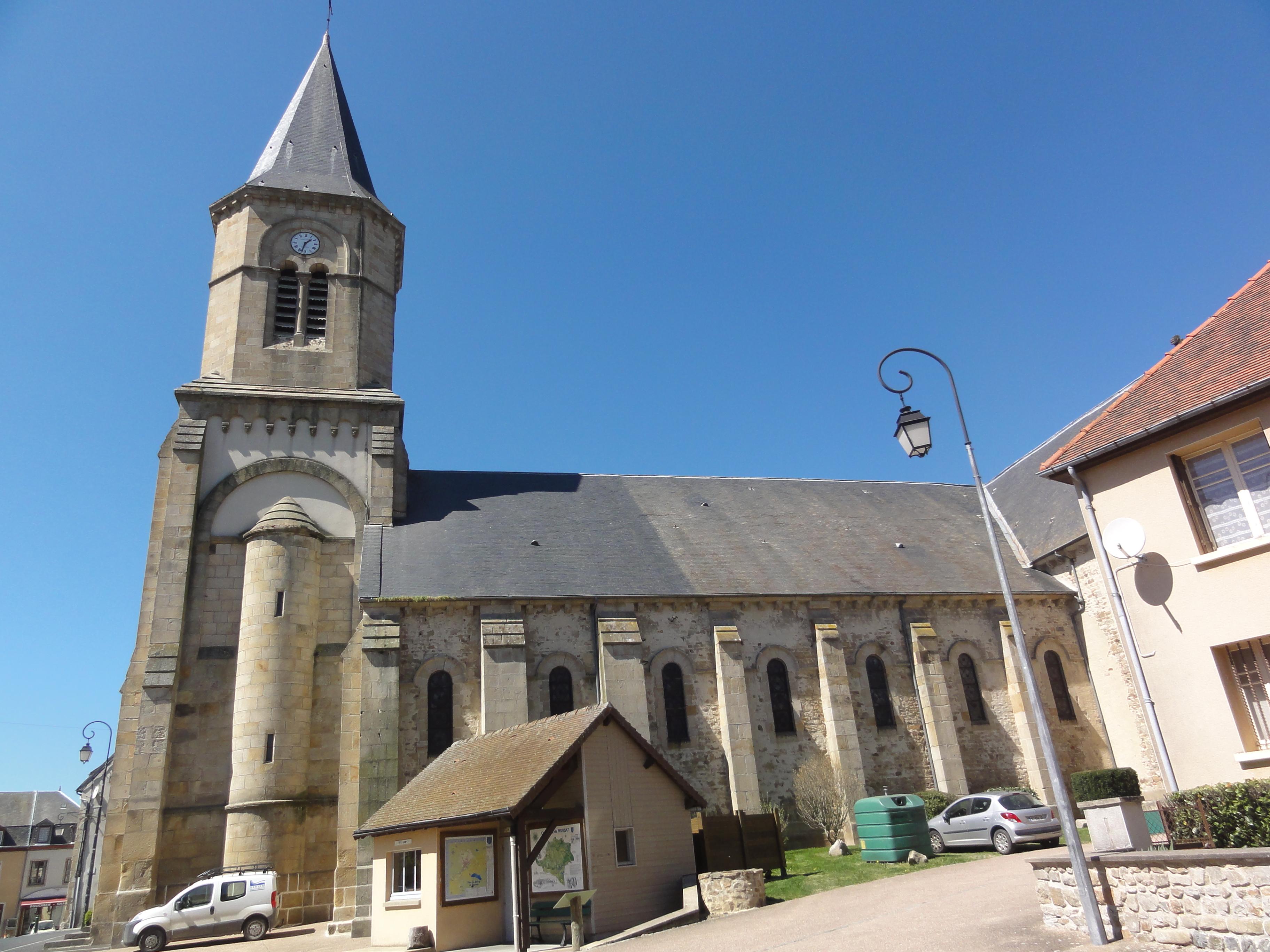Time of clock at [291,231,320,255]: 1:32
